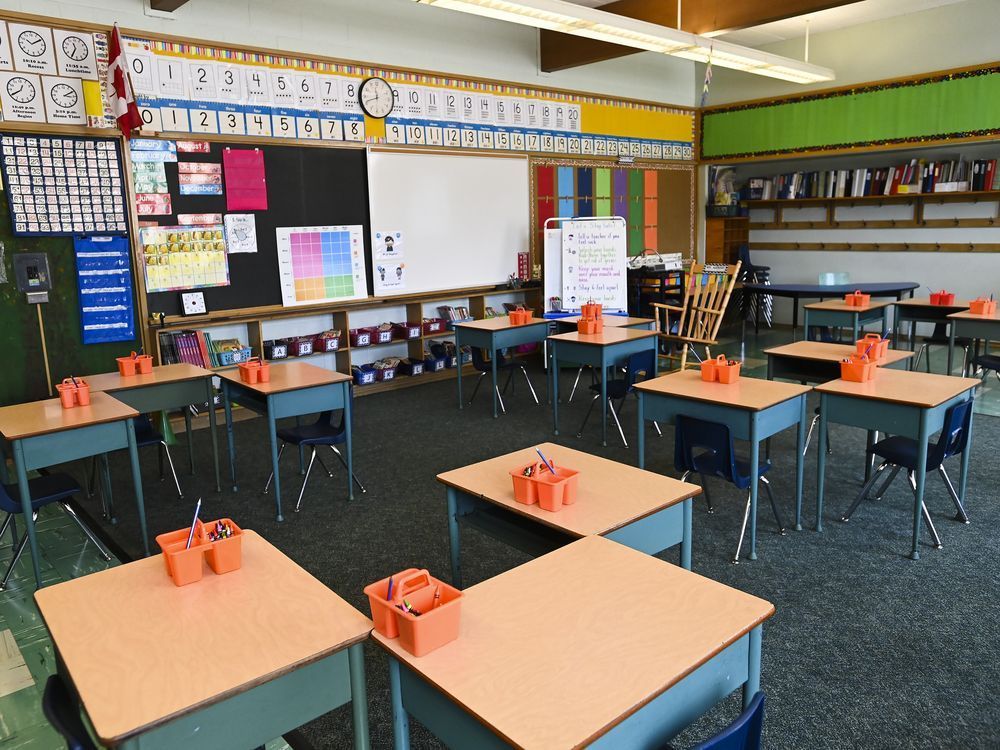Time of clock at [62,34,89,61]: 11:35
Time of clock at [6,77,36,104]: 12:40
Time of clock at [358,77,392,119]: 11:41
